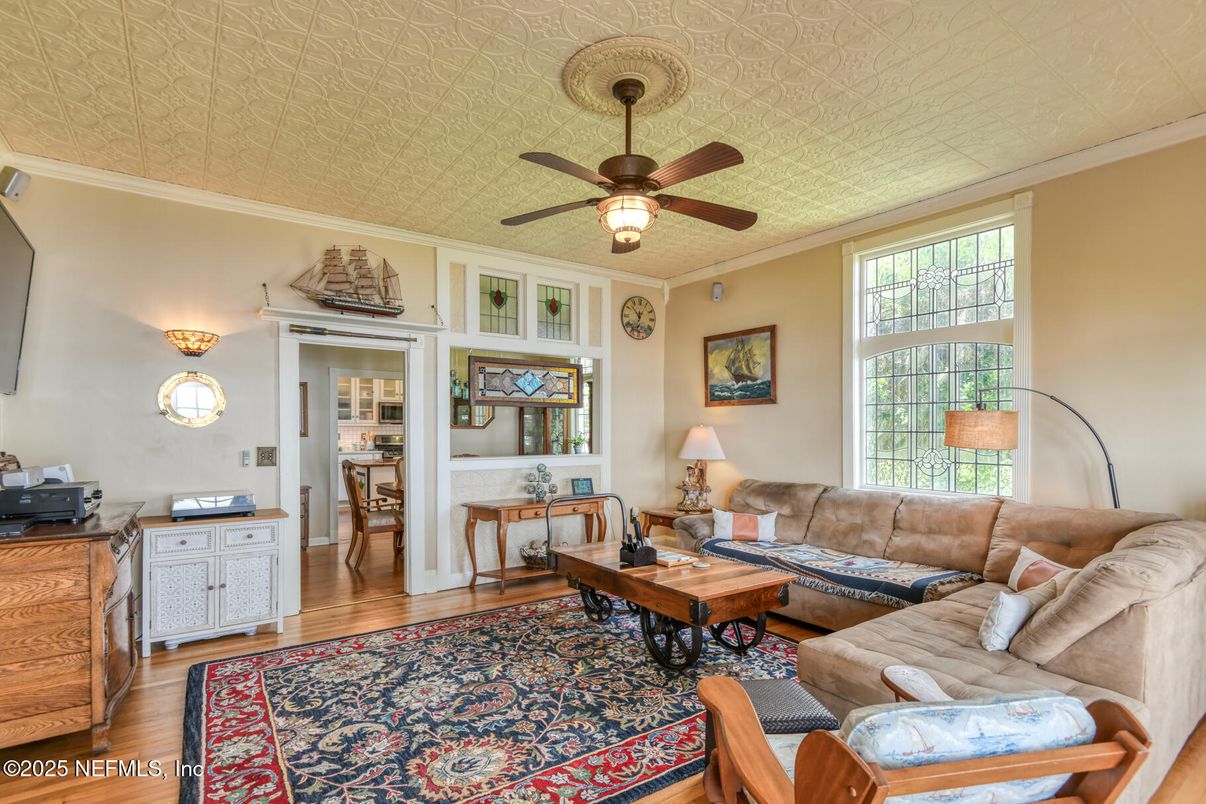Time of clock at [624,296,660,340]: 10:32
